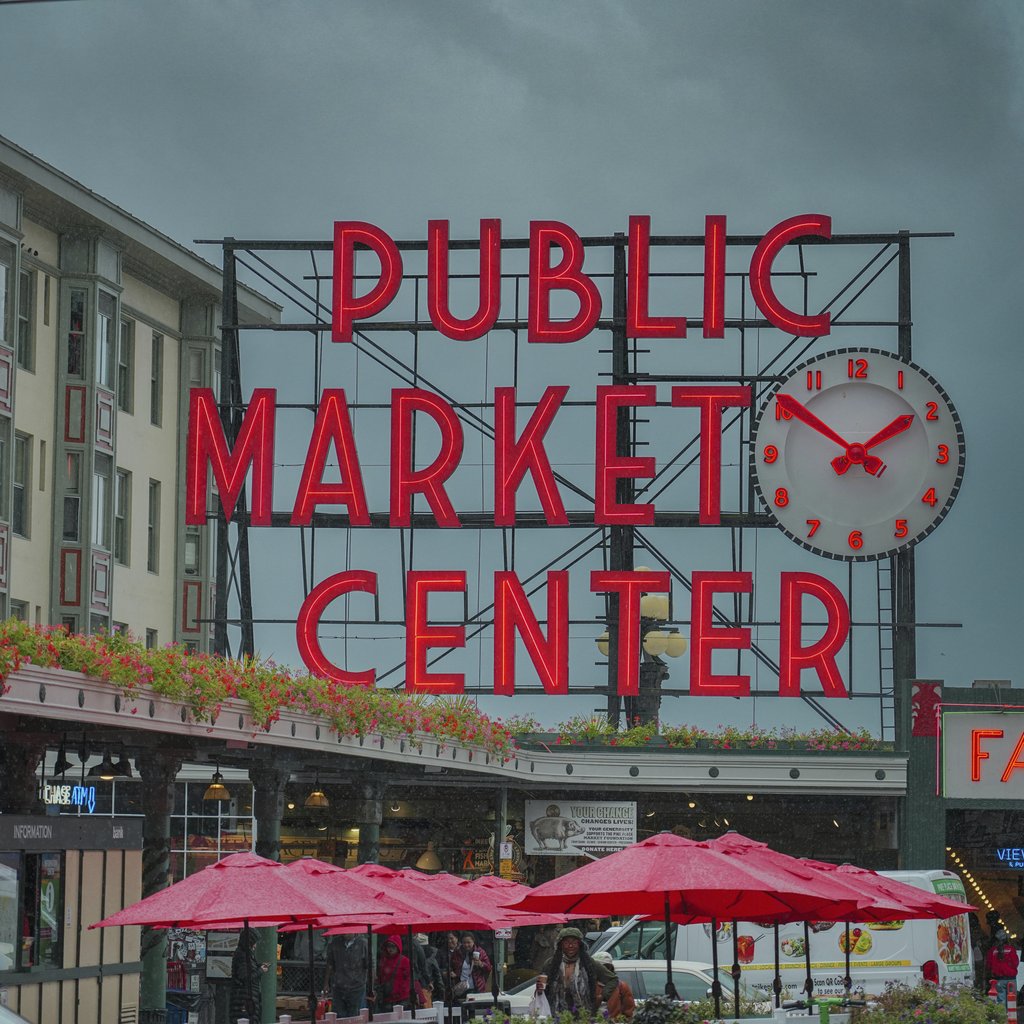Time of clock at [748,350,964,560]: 1:50
